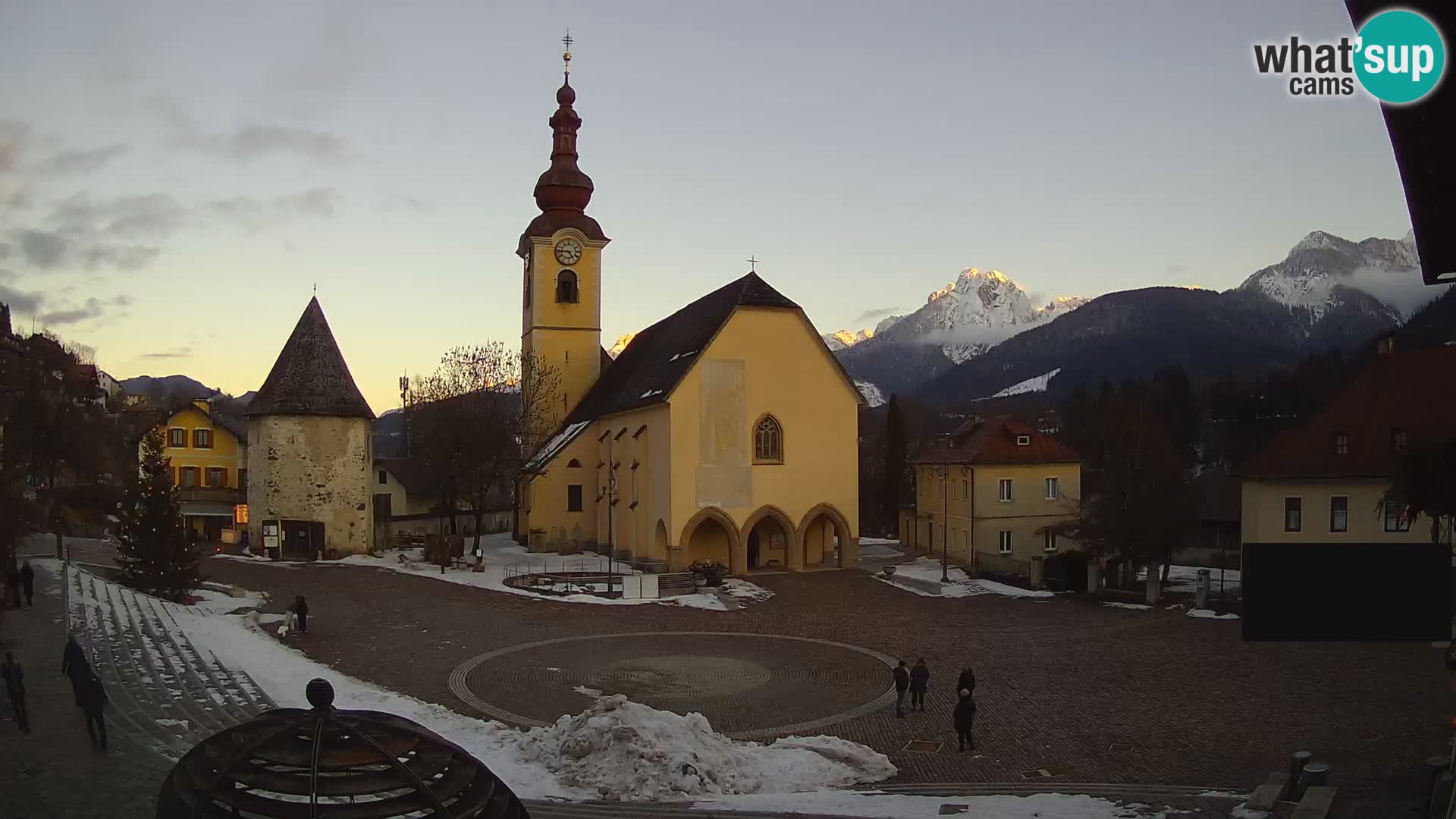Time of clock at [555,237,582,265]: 4:45
